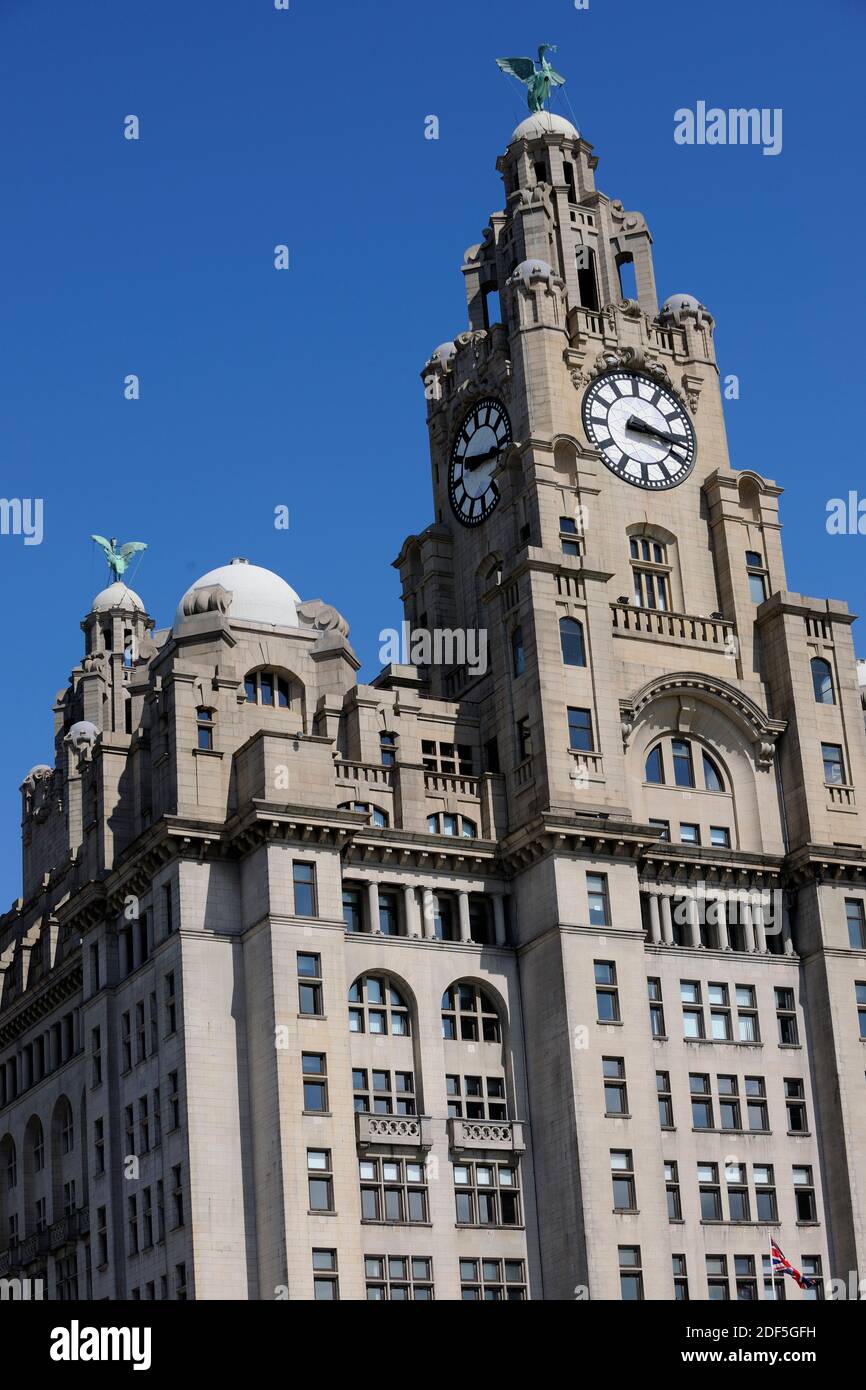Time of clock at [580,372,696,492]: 3:17
